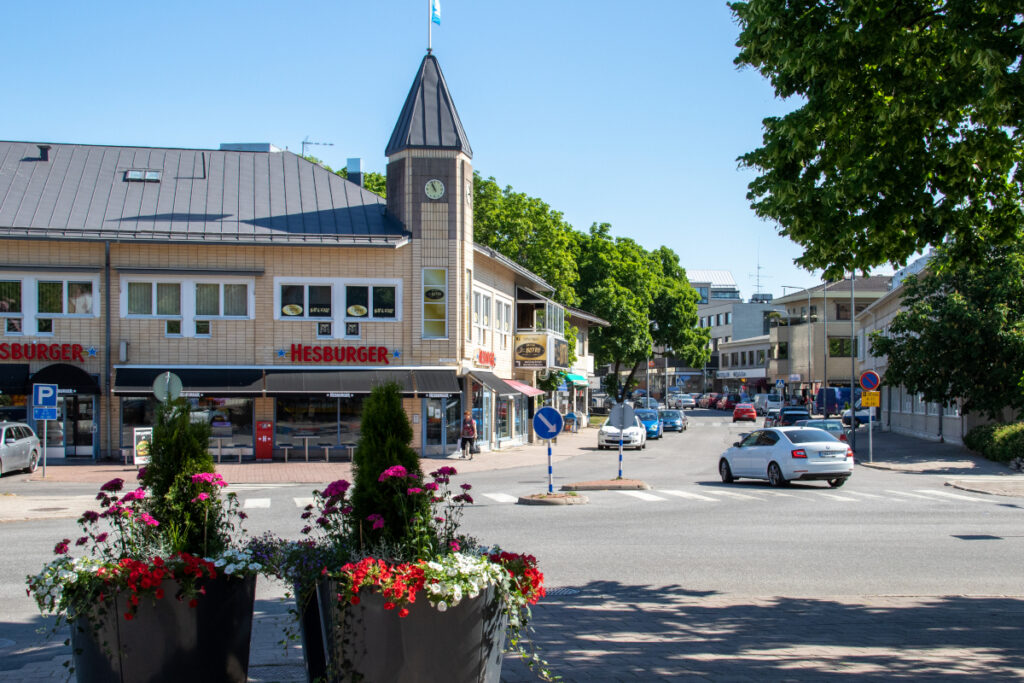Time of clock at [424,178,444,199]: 10:56
